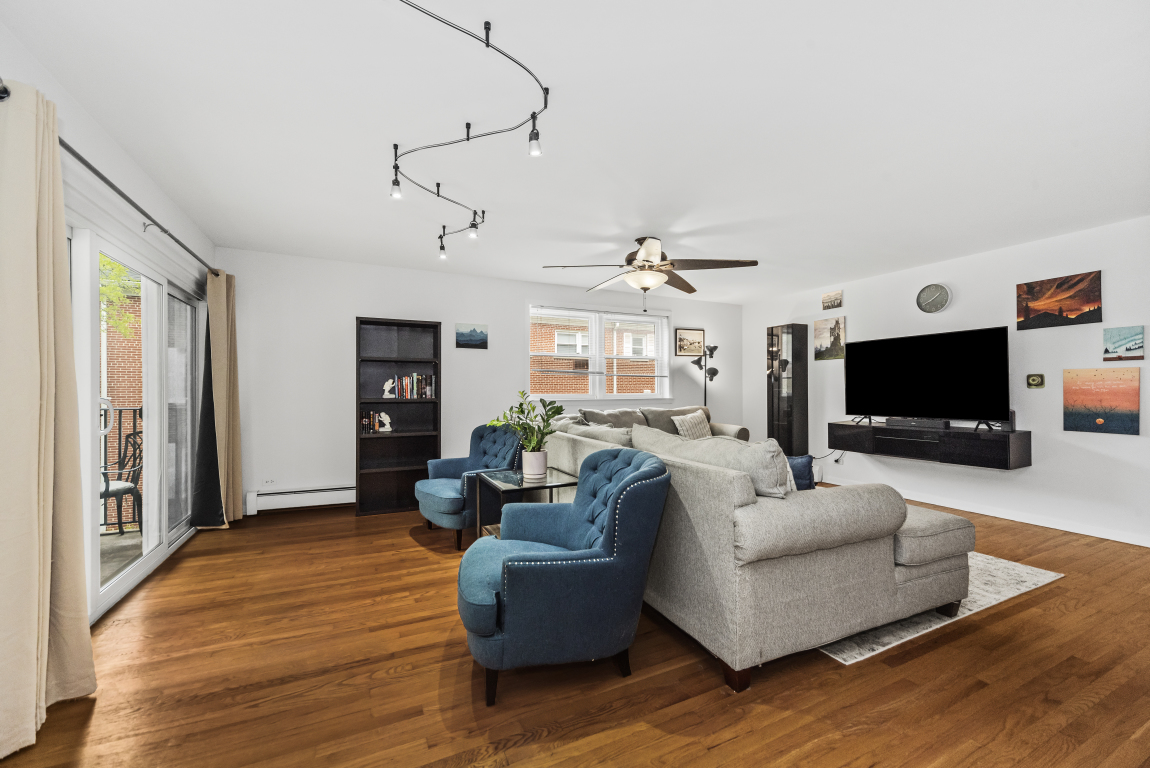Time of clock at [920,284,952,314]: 1:39
